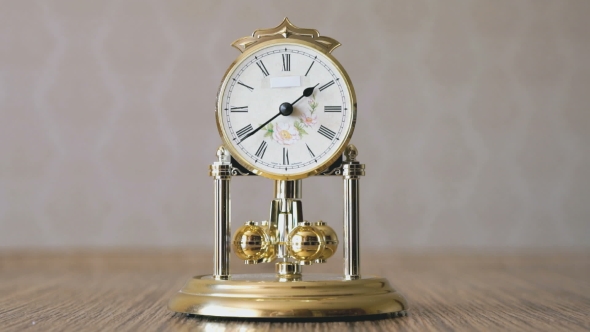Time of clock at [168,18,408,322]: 1:39
